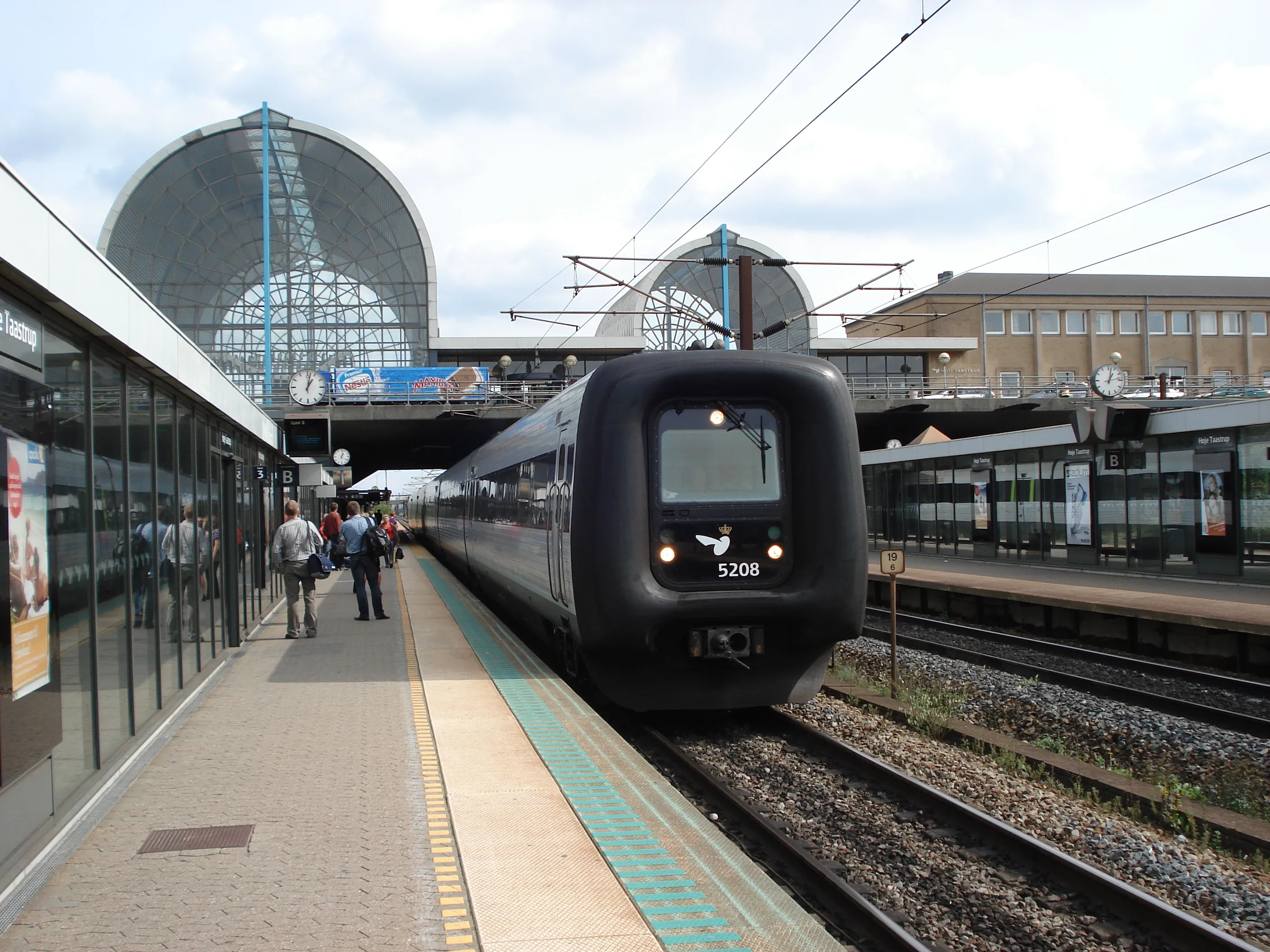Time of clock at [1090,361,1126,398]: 1:02
